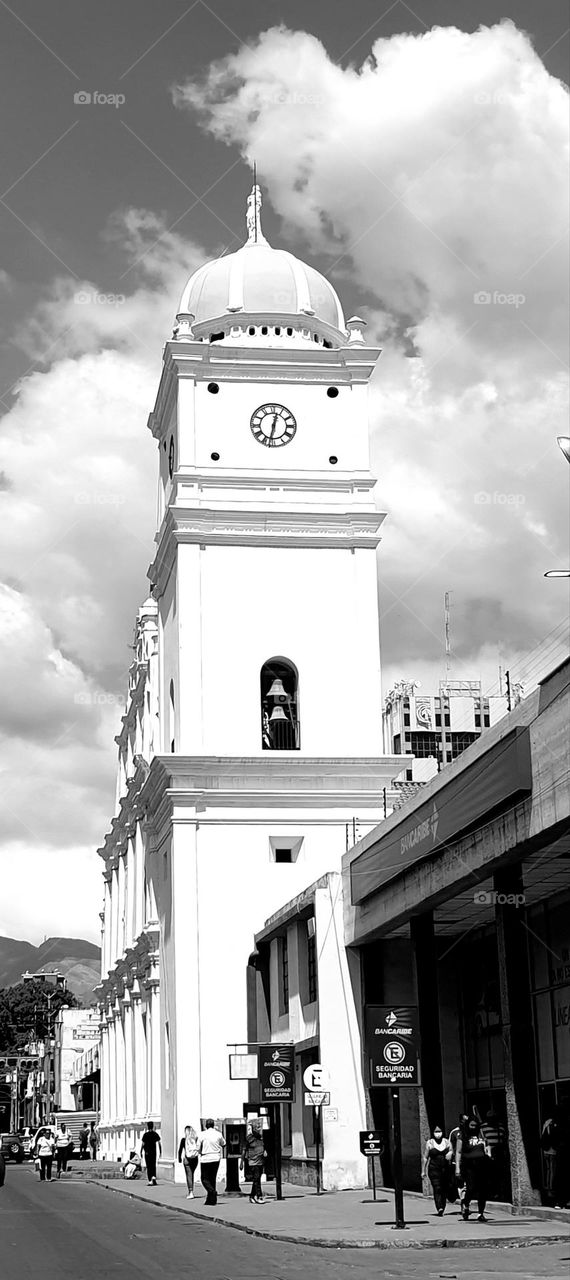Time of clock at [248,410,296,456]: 12:32
